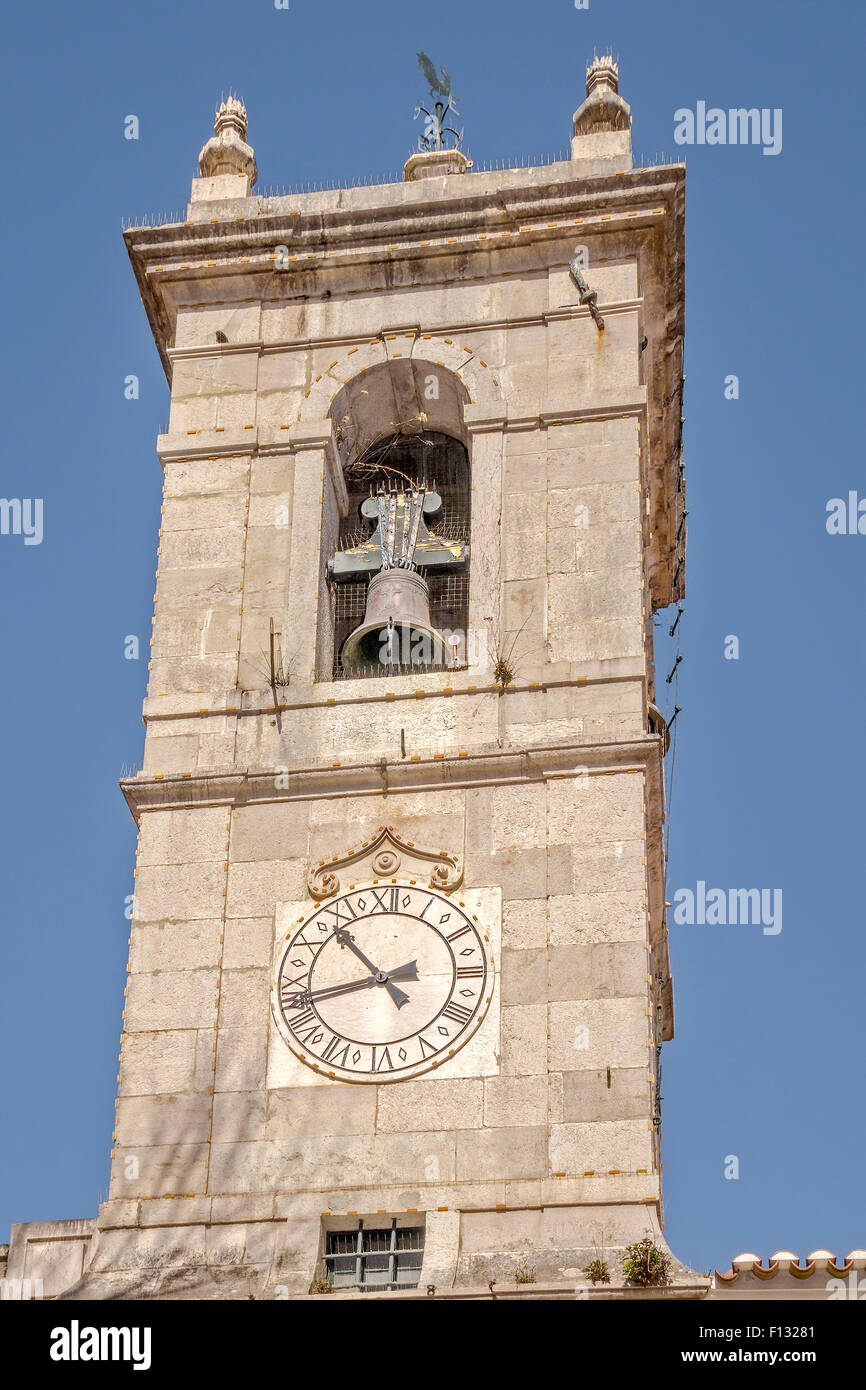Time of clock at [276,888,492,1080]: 10:42
